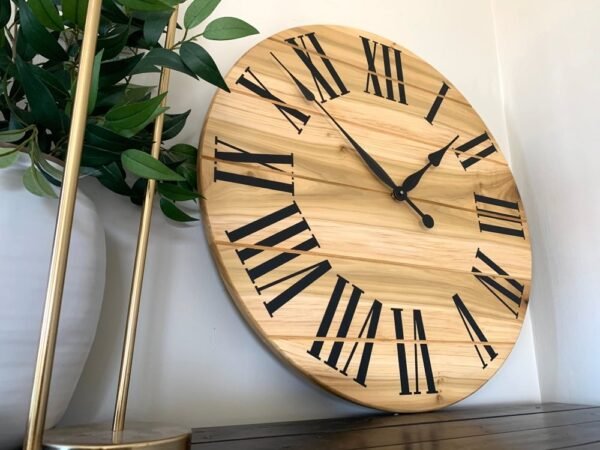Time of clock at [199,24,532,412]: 1:52
